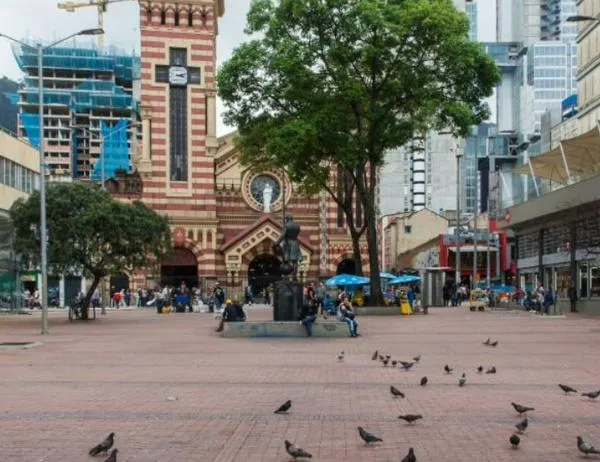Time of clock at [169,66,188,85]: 3:12
